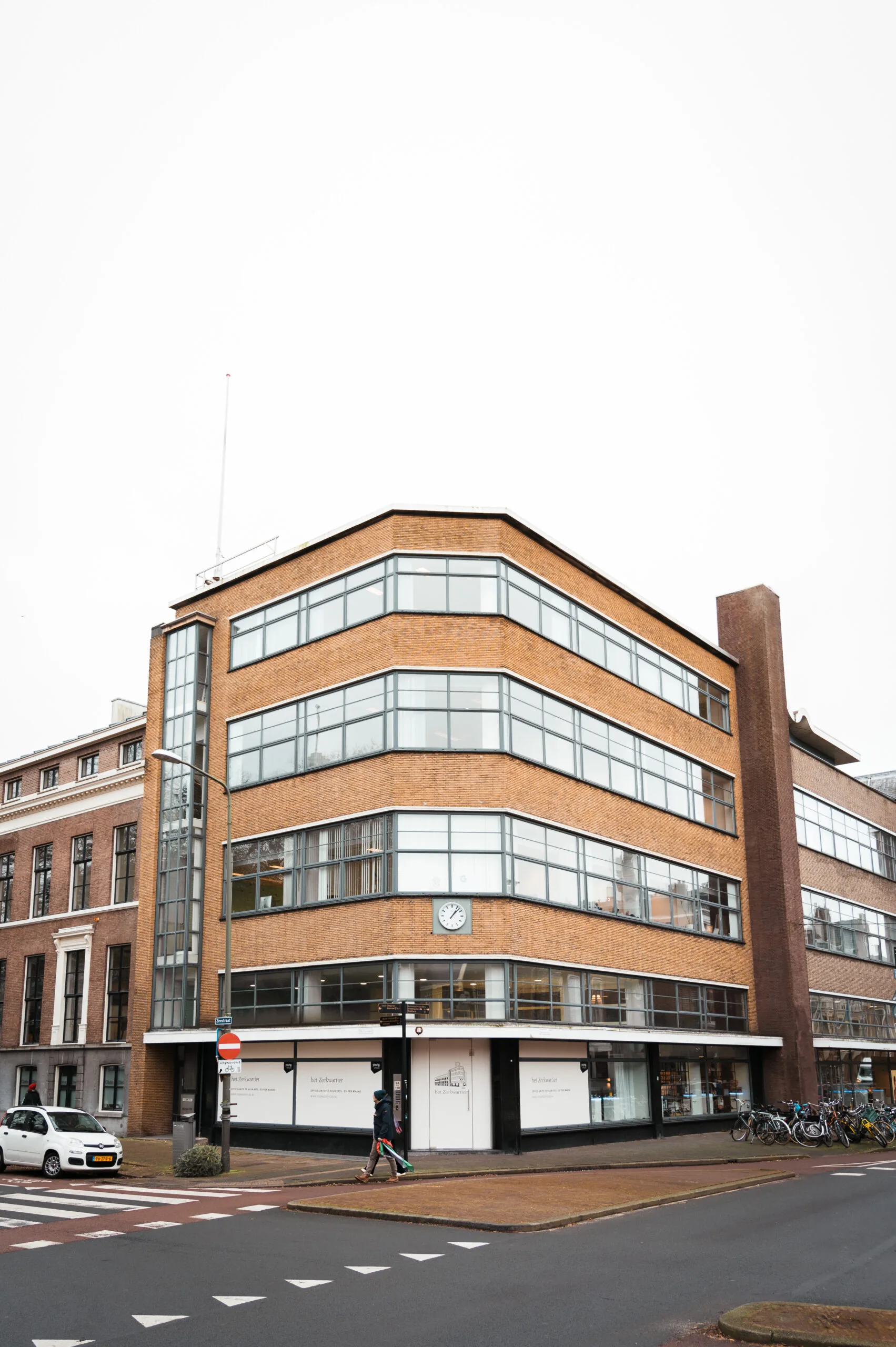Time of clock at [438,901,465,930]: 1:07
